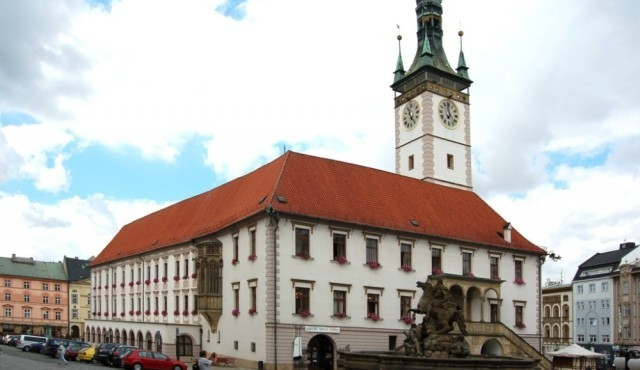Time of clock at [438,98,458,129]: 6:58
